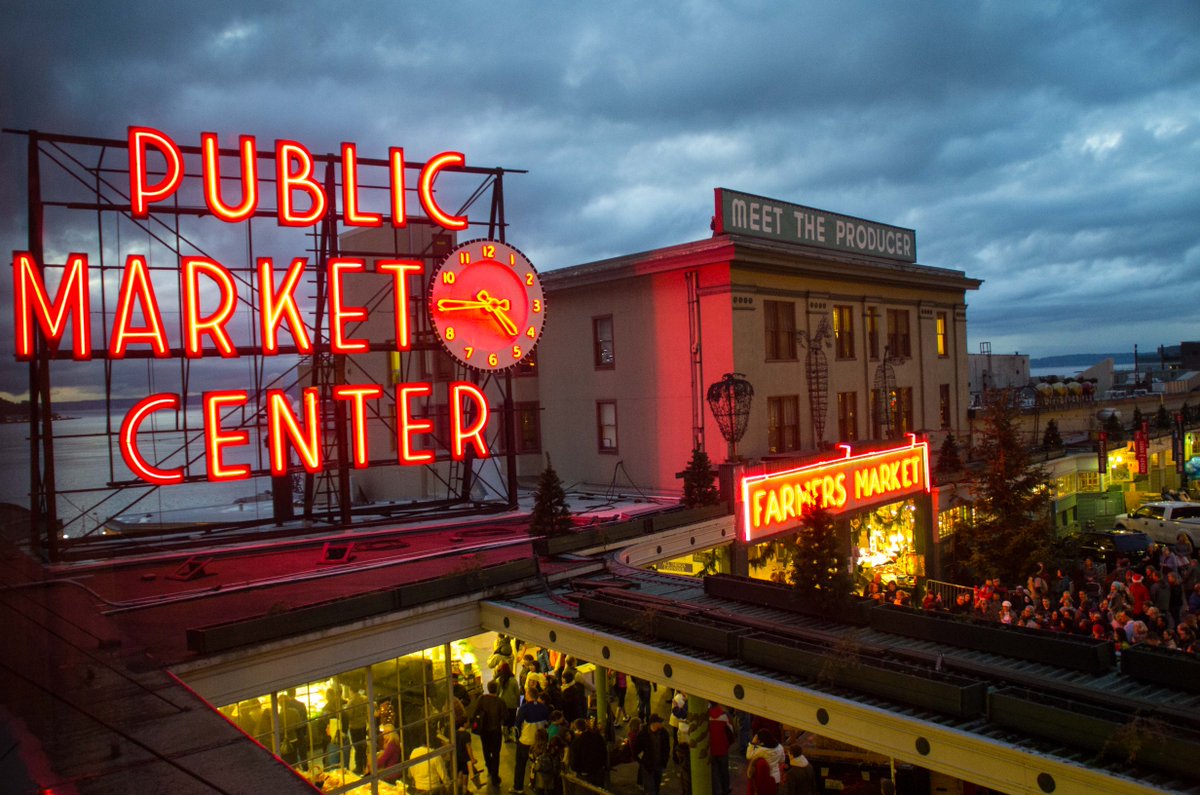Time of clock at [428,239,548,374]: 4:44
